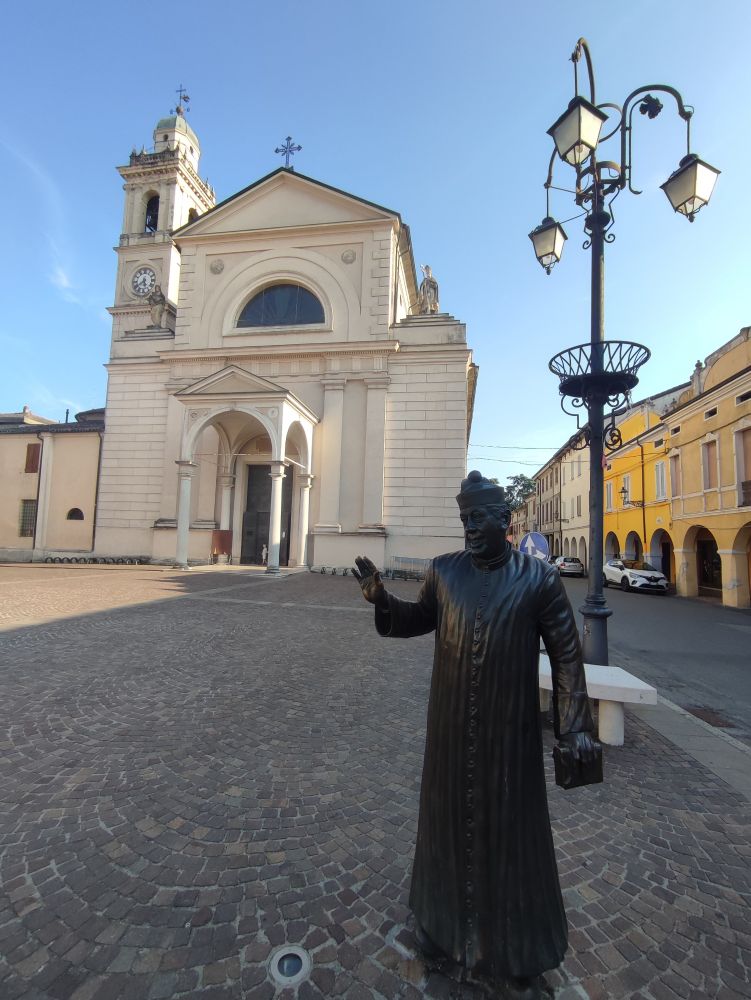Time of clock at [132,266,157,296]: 5:38
